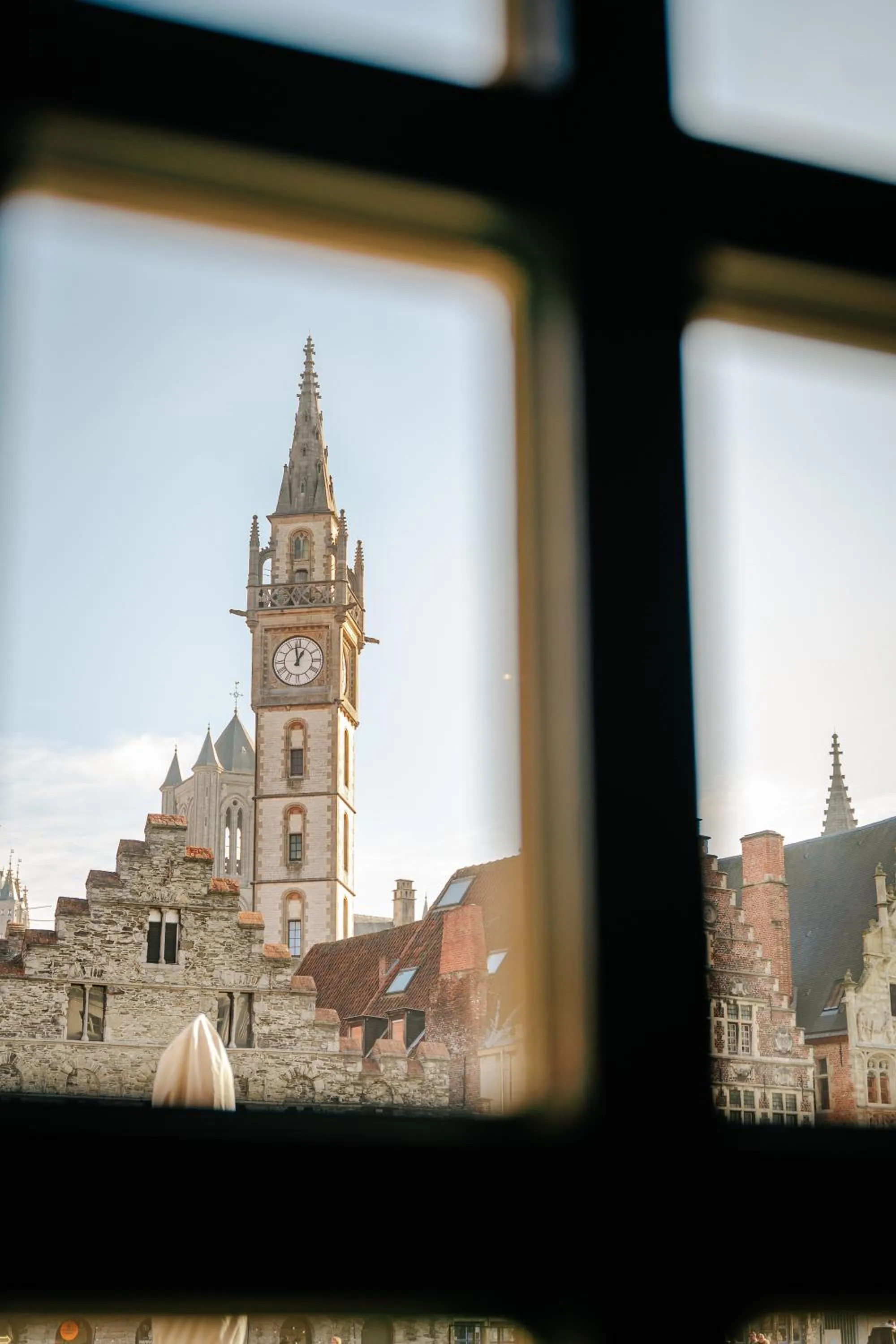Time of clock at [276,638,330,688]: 12:58
